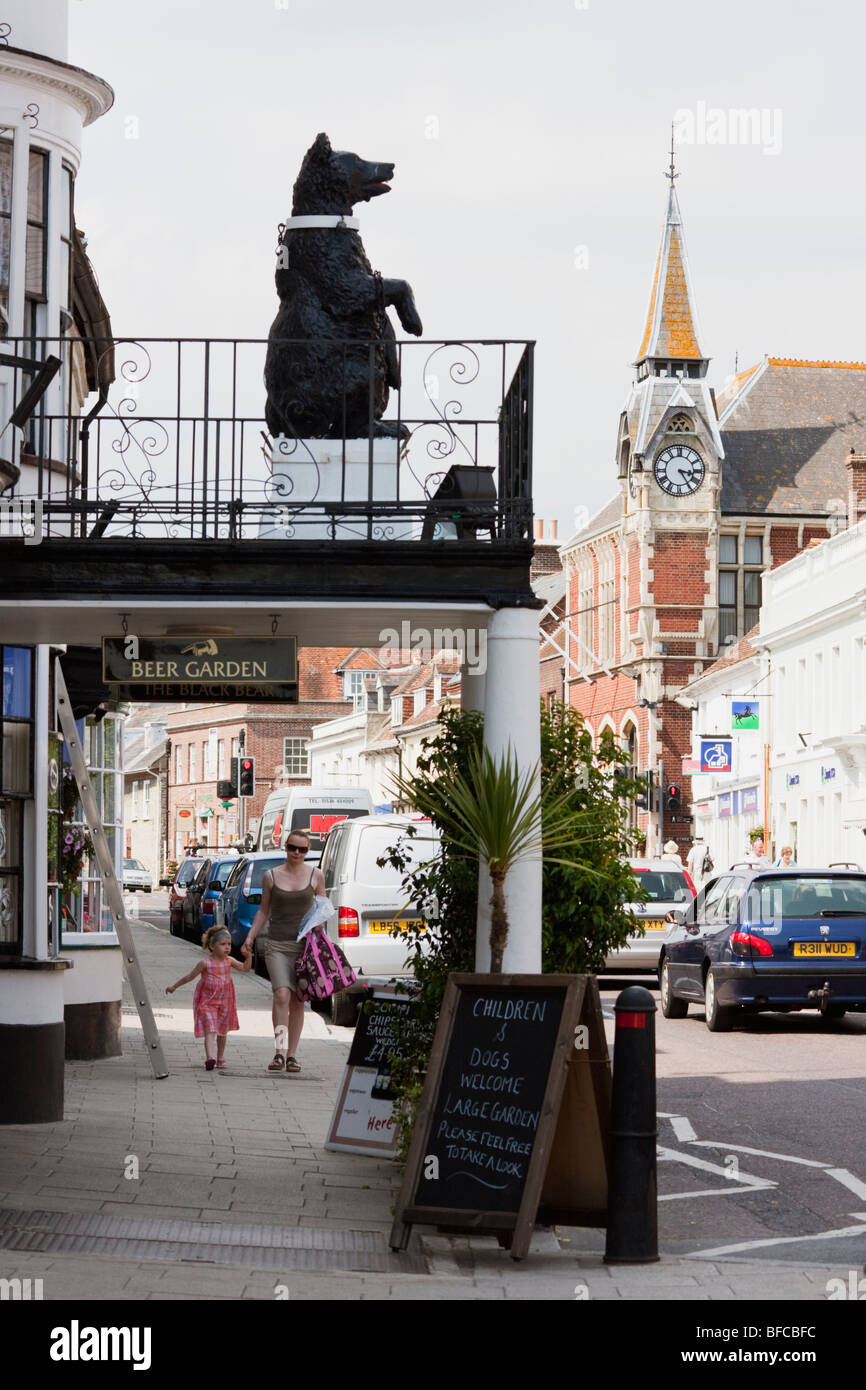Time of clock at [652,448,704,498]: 3:24
